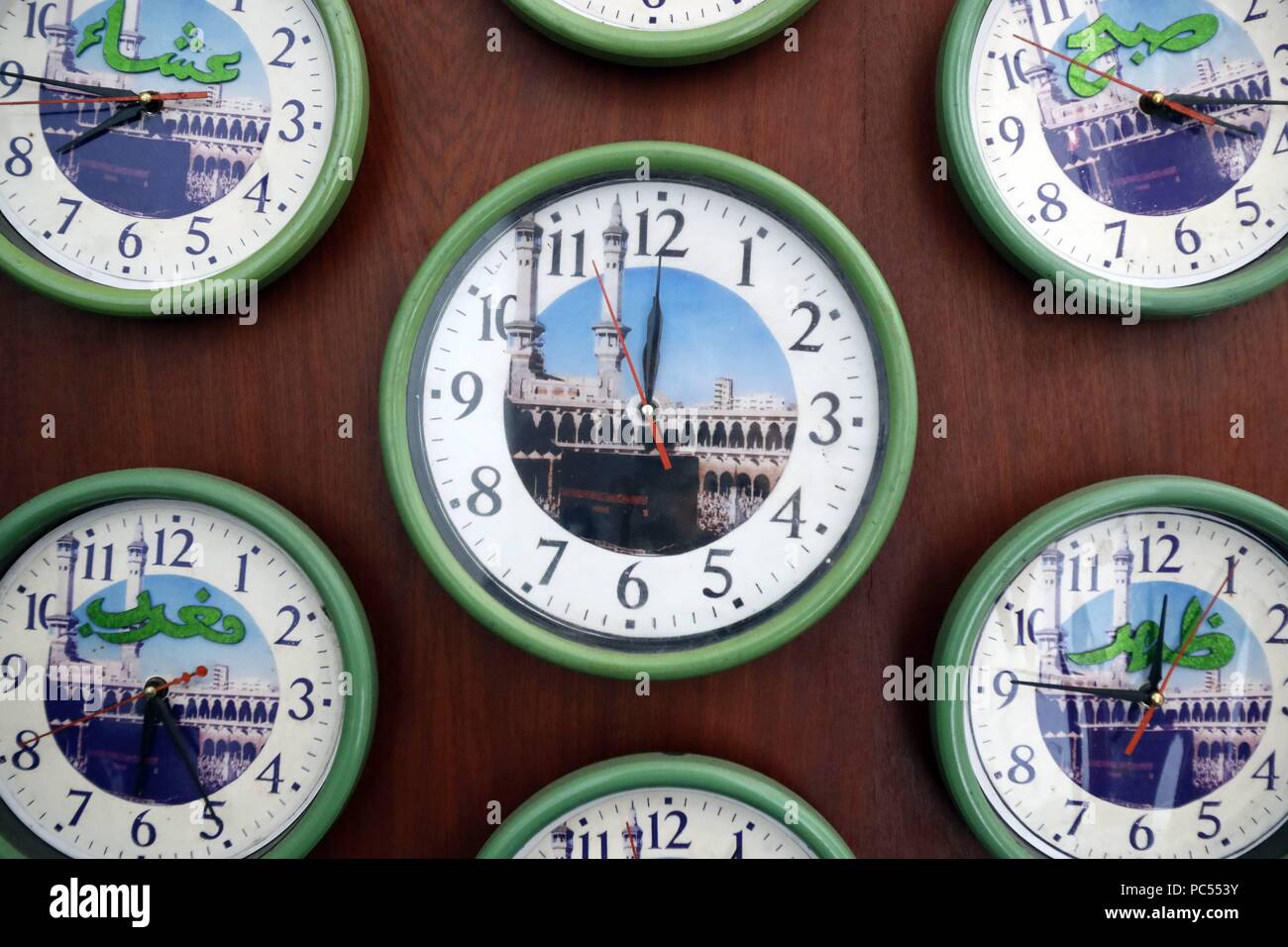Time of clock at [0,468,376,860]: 6:25
